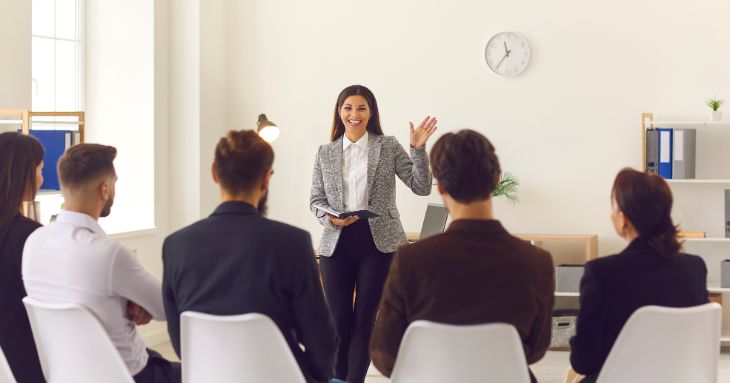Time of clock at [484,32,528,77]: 11:36
